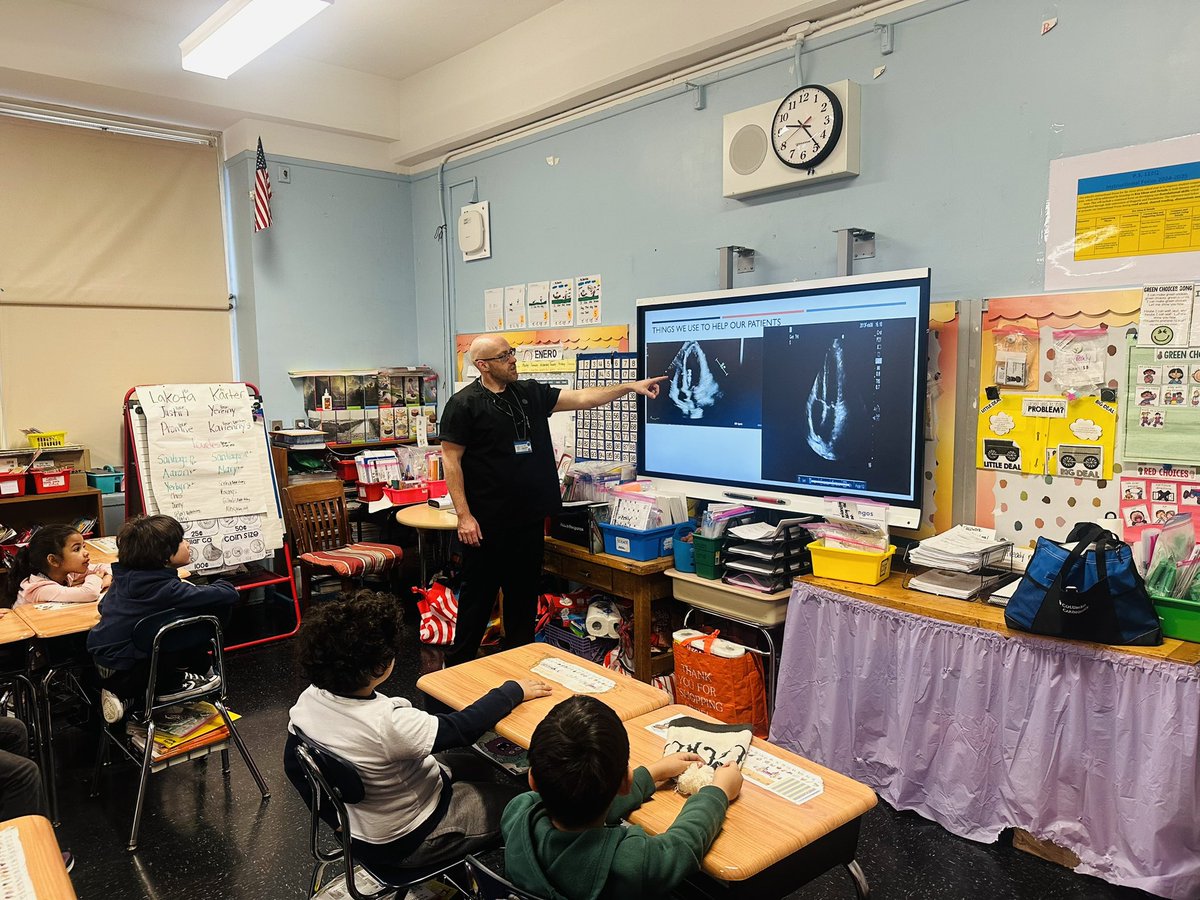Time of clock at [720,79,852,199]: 9:23
